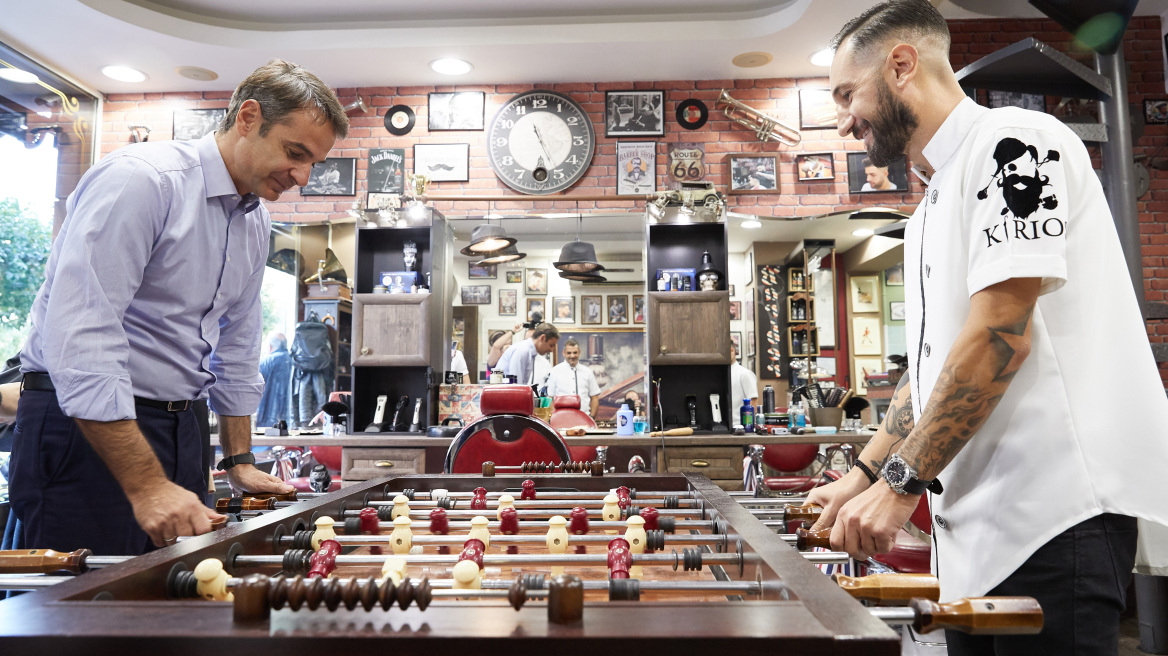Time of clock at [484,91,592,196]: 11:26
